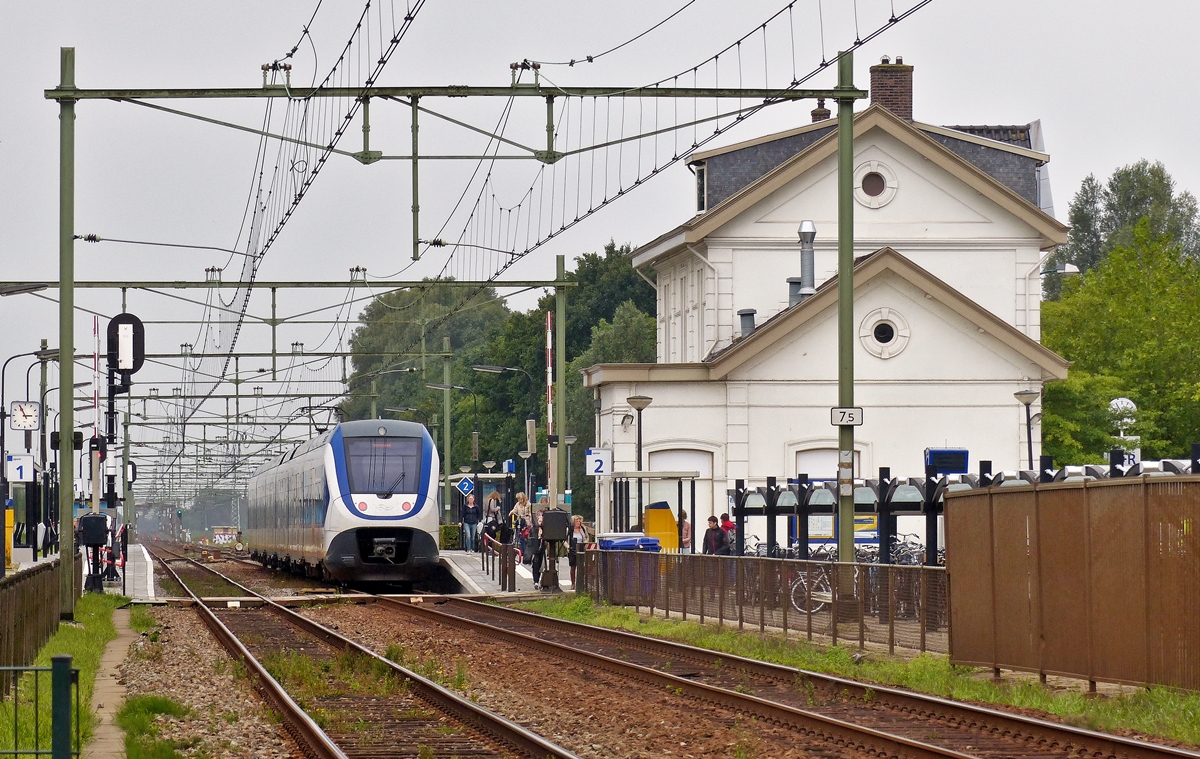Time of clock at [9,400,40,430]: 2:55
